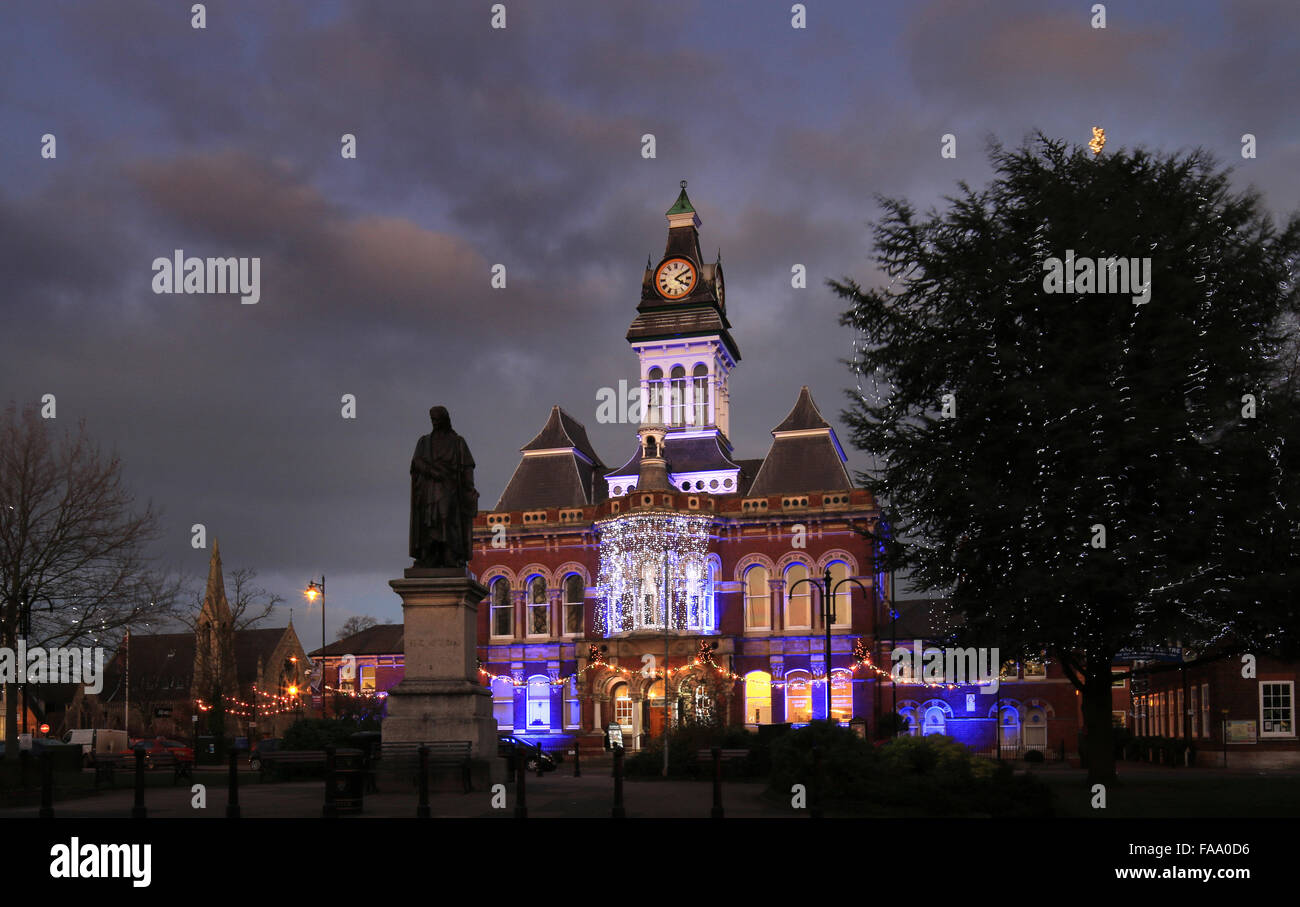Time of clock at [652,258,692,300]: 4:09
